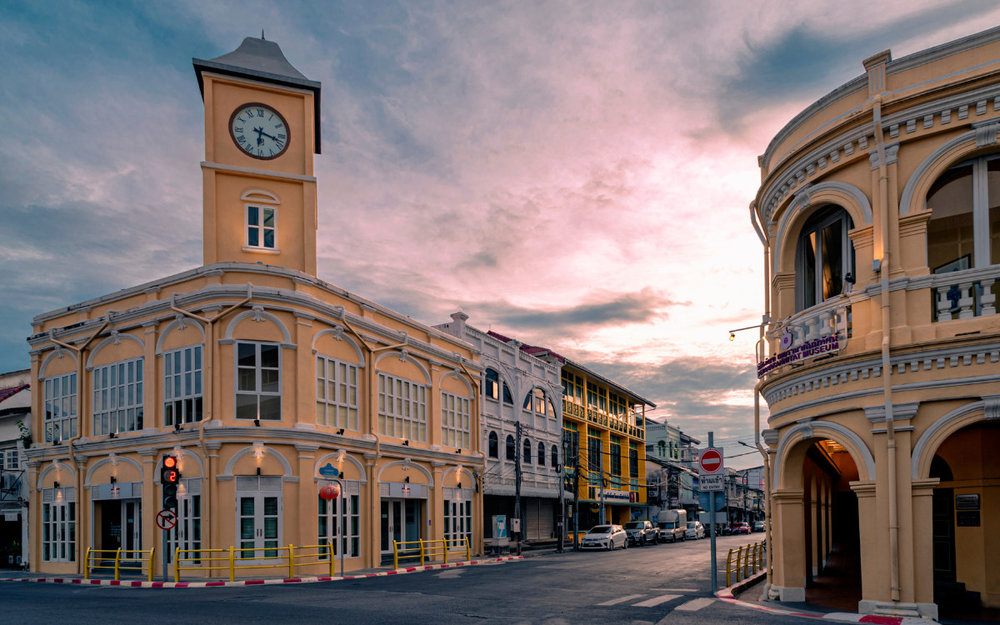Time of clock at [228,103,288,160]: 6:17
